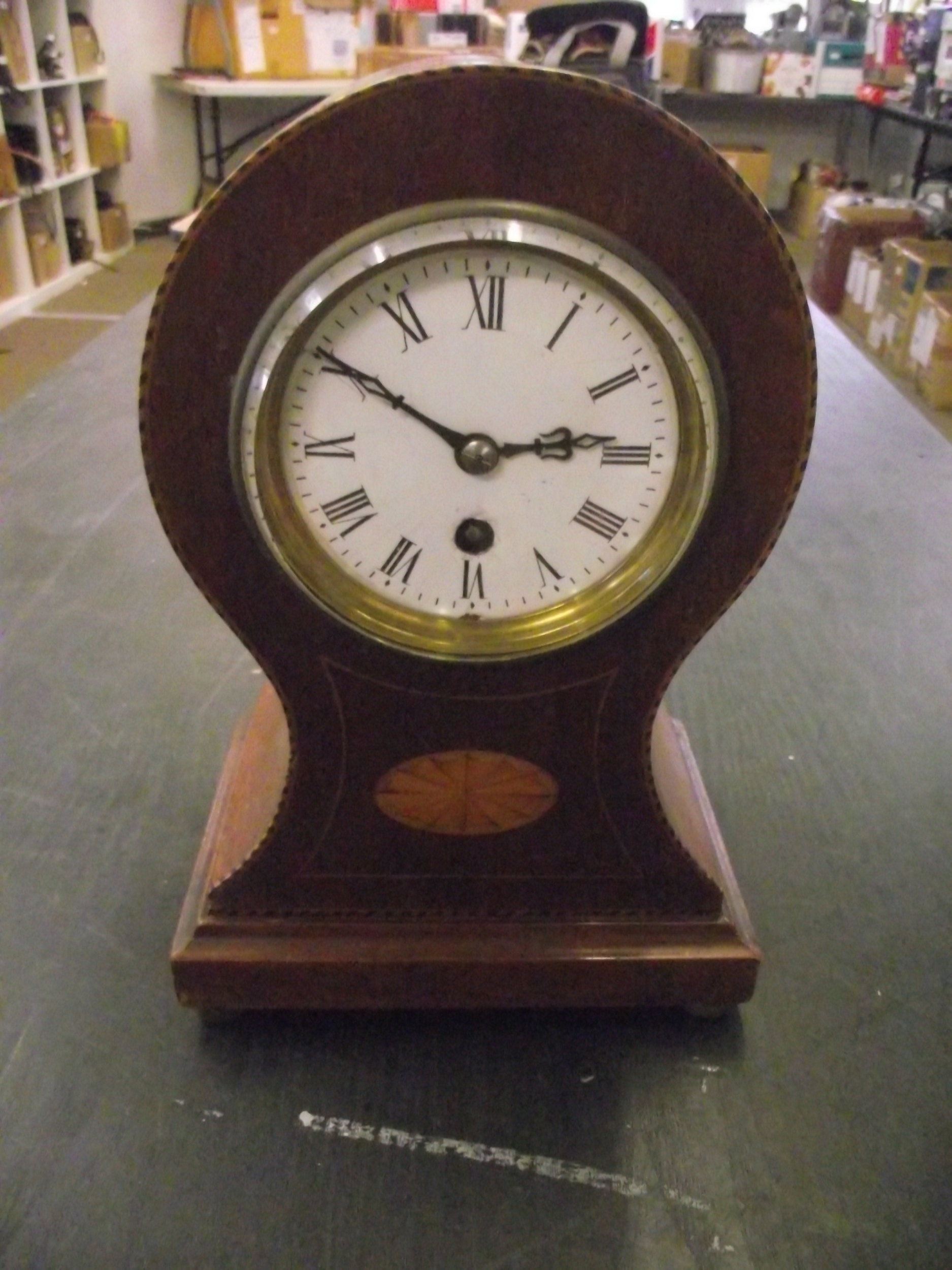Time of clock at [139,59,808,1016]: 2:50
